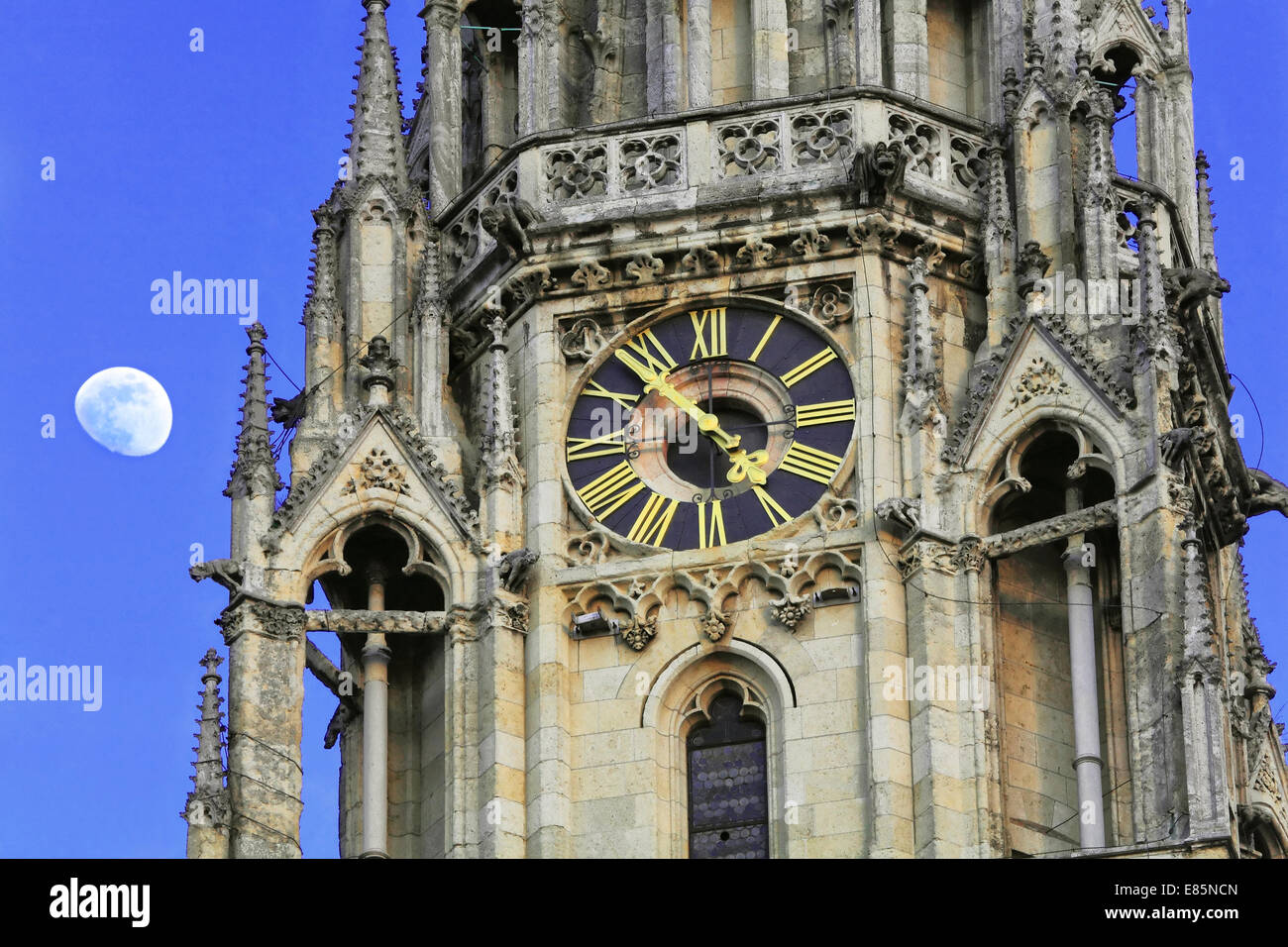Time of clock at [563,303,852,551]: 4:52
